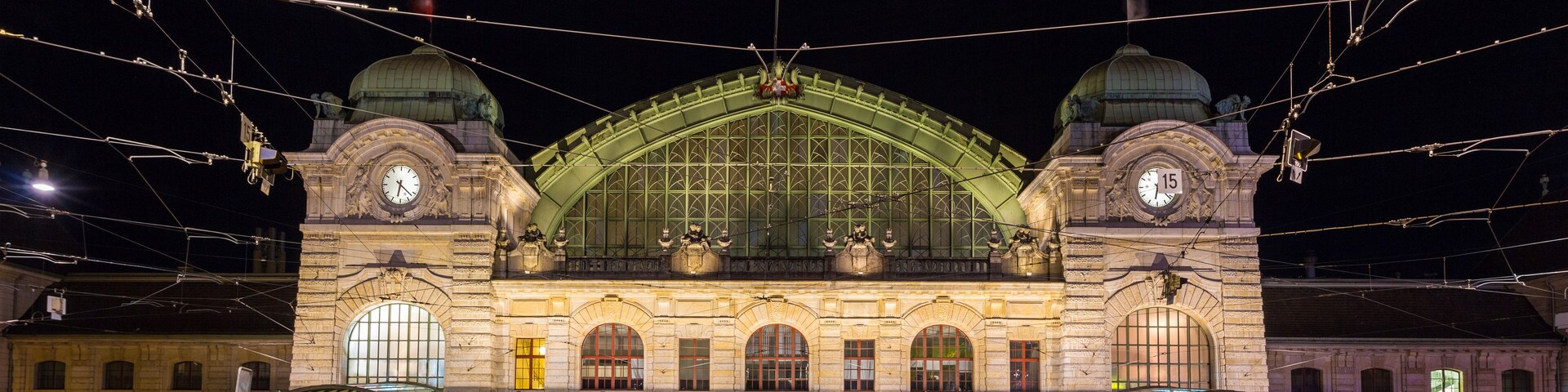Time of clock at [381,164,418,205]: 6:22
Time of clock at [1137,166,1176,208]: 6:21
